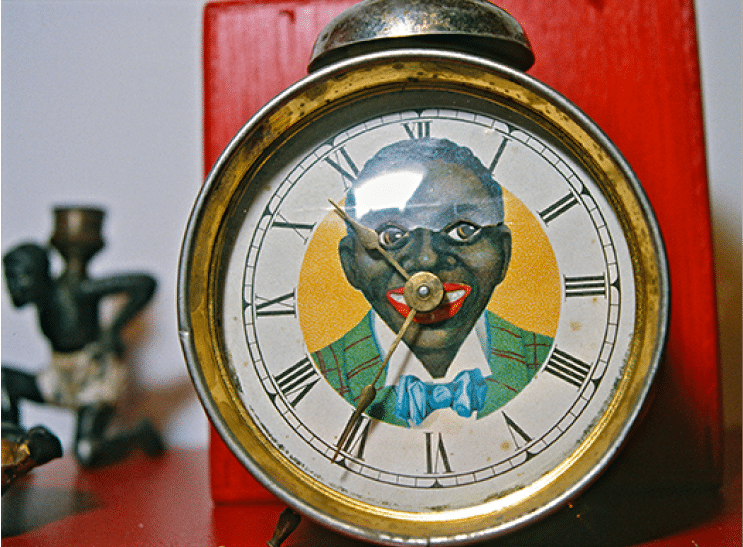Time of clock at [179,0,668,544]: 10:35
